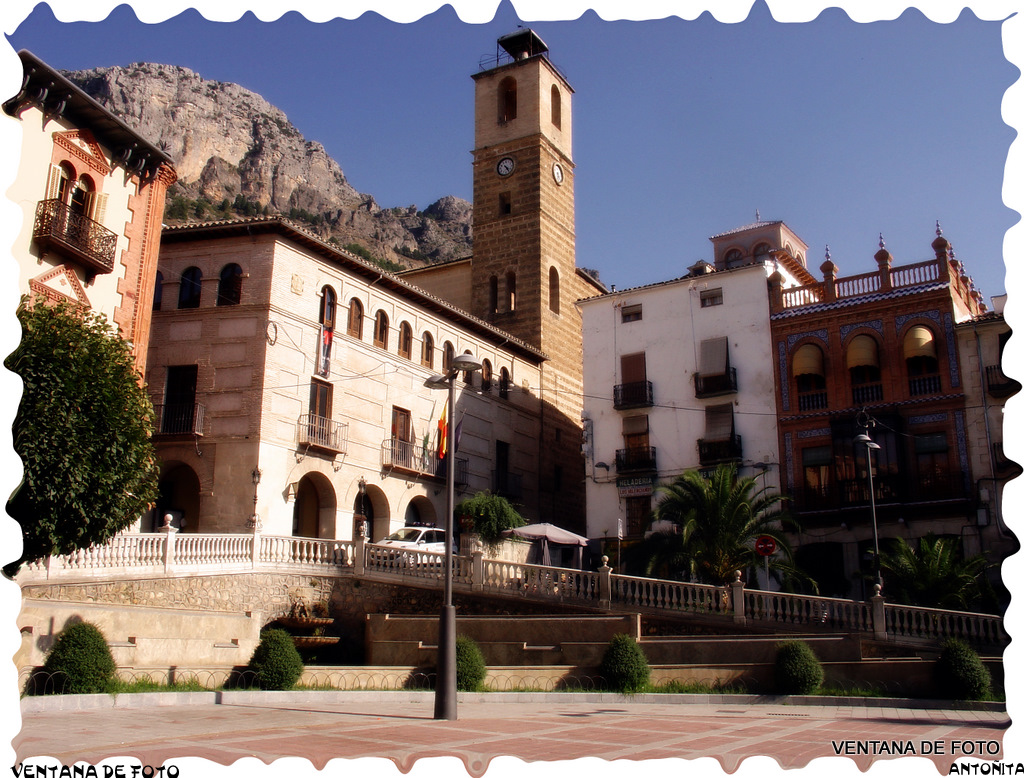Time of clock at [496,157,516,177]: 4:23
